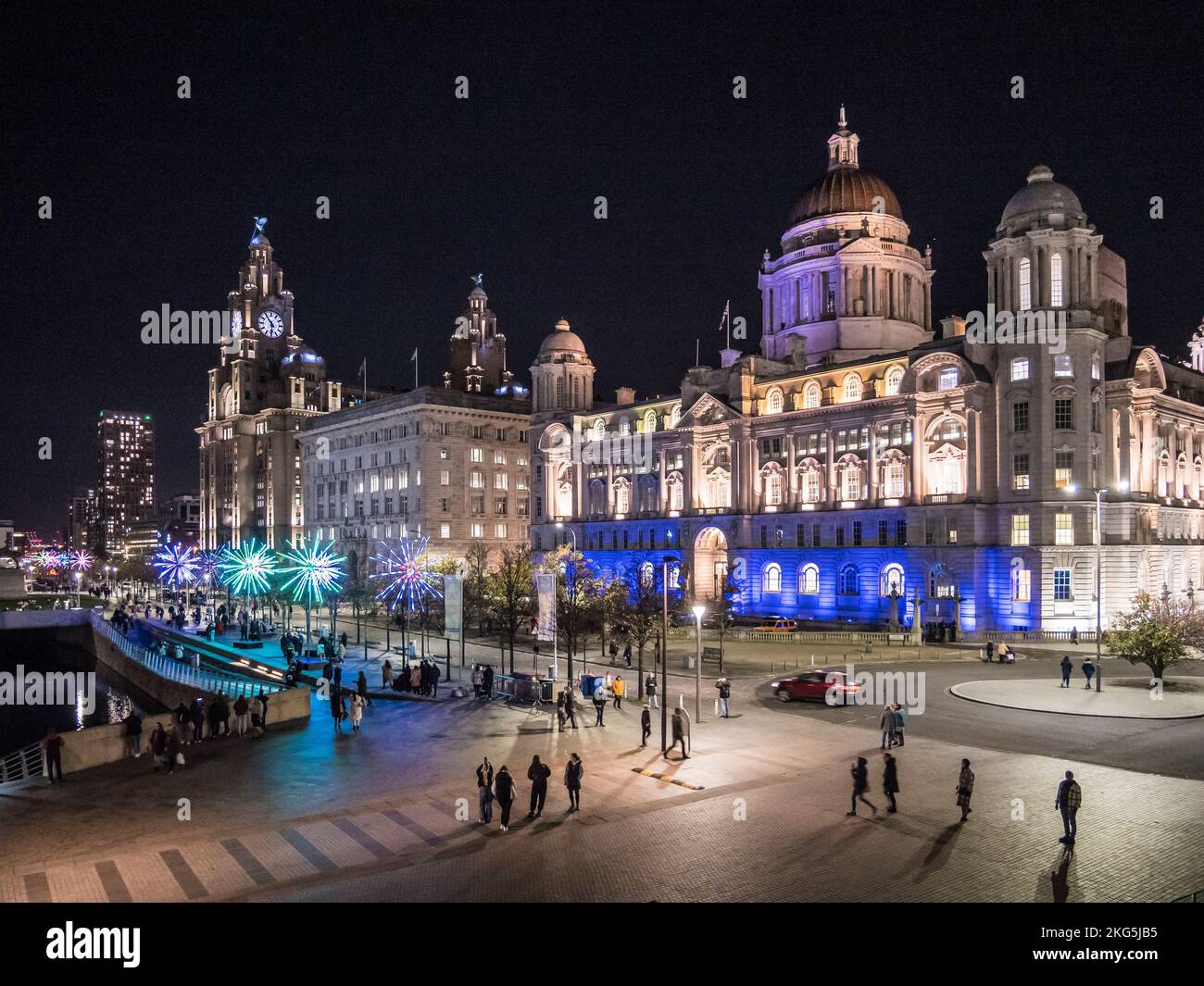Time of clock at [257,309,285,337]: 5:53
